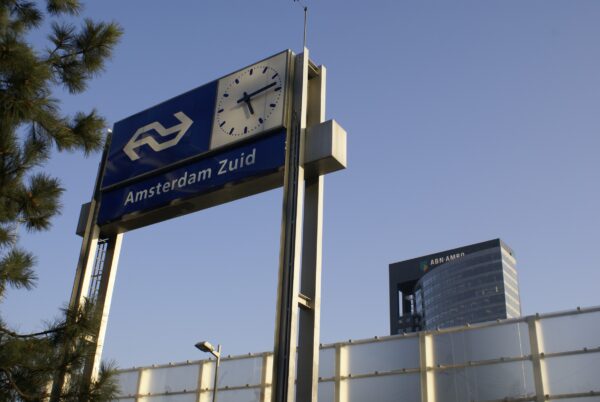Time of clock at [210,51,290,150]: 5:13
